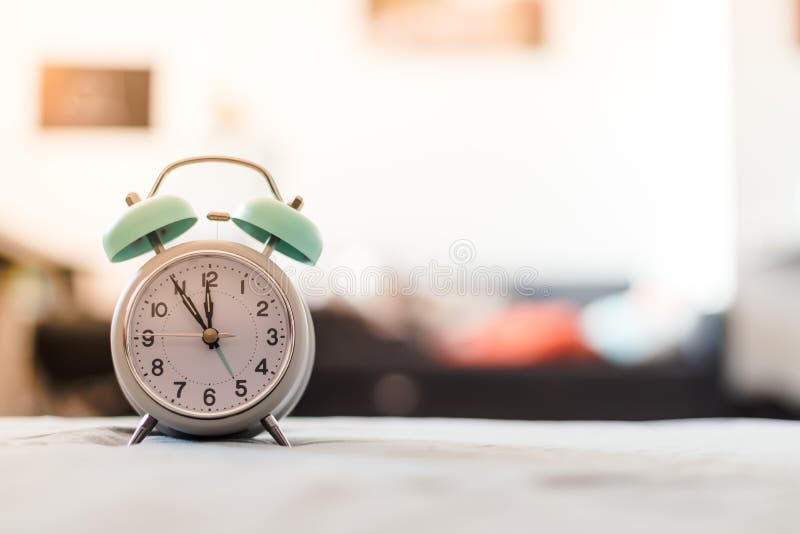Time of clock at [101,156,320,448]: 11:54
